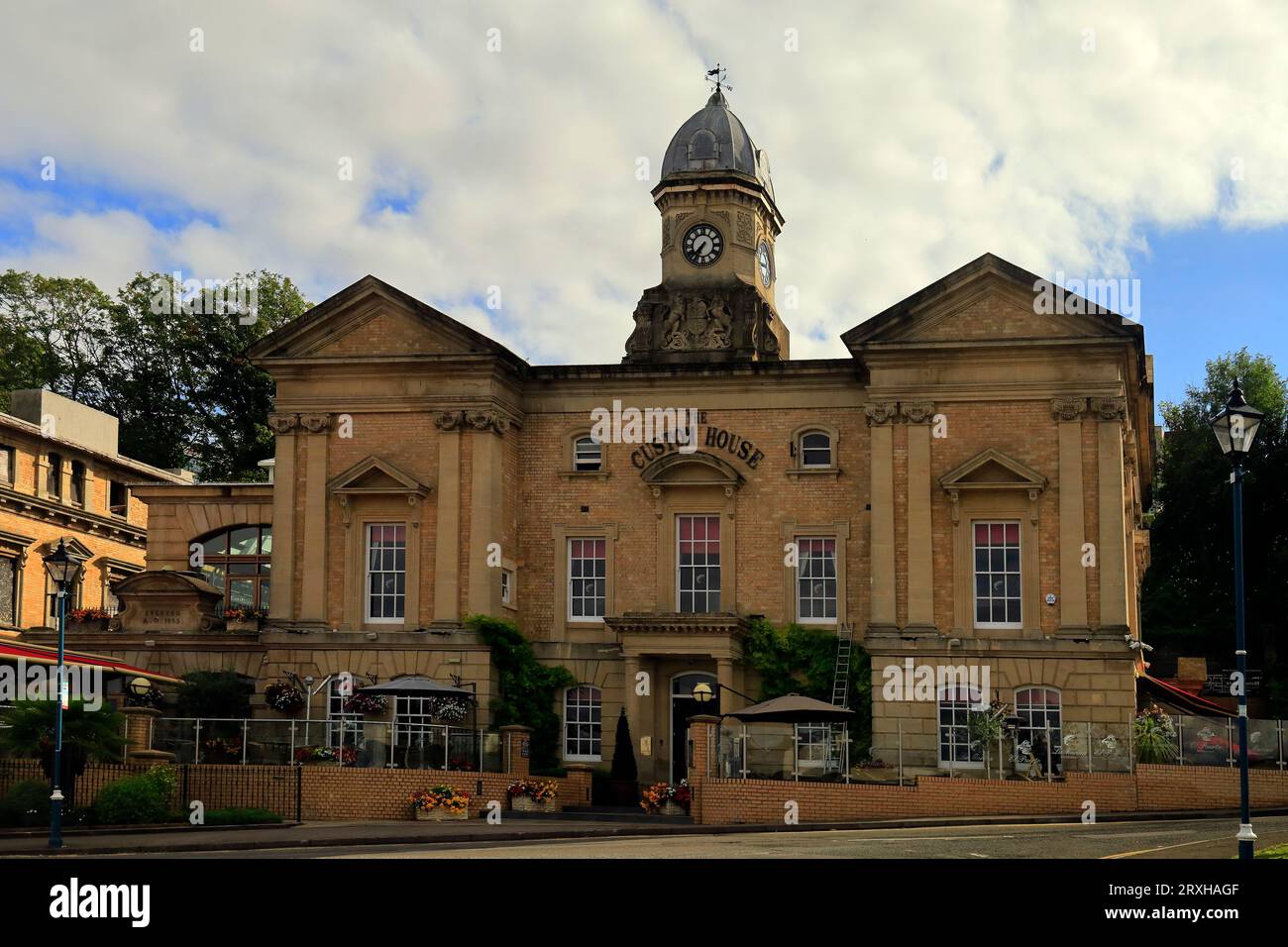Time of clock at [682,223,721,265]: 7:34
